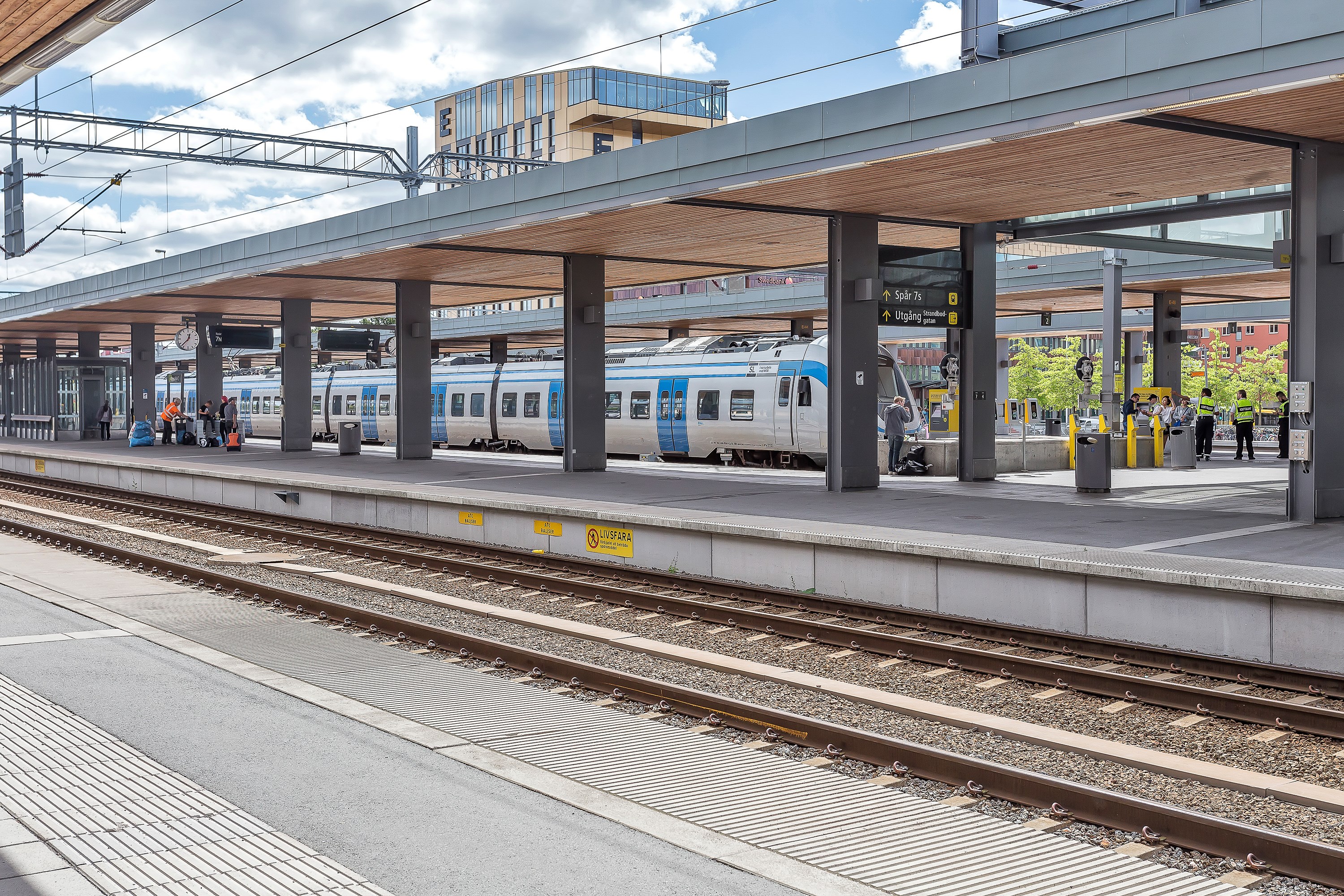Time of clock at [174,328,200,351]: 12:37
